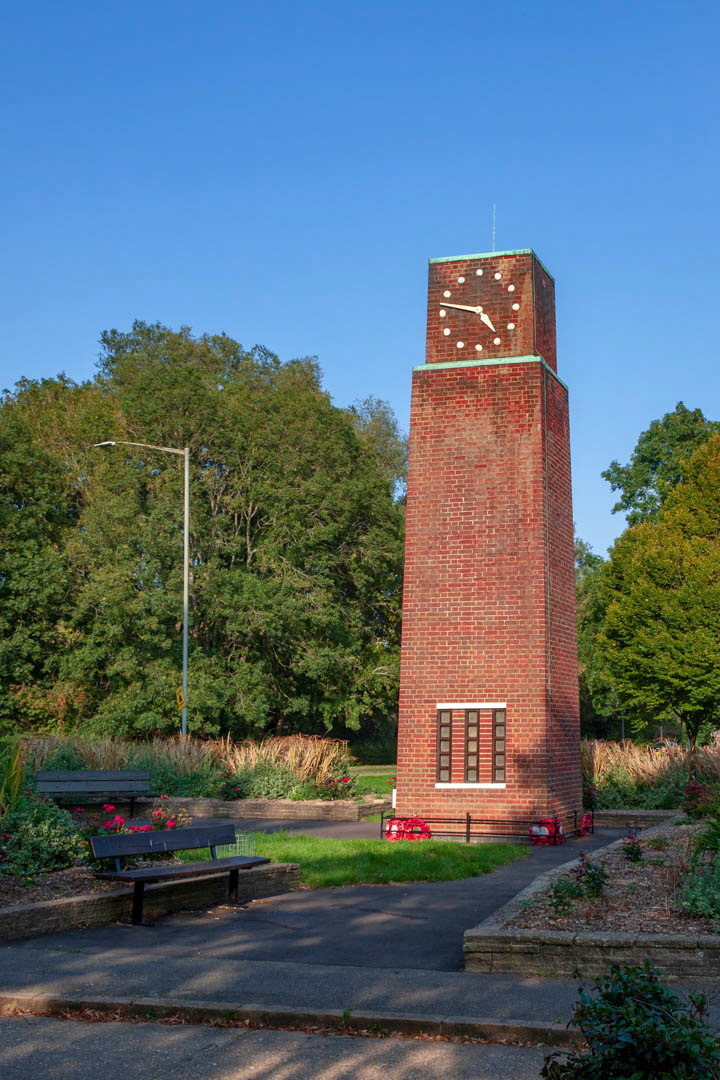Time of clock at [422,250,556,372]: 4:47
